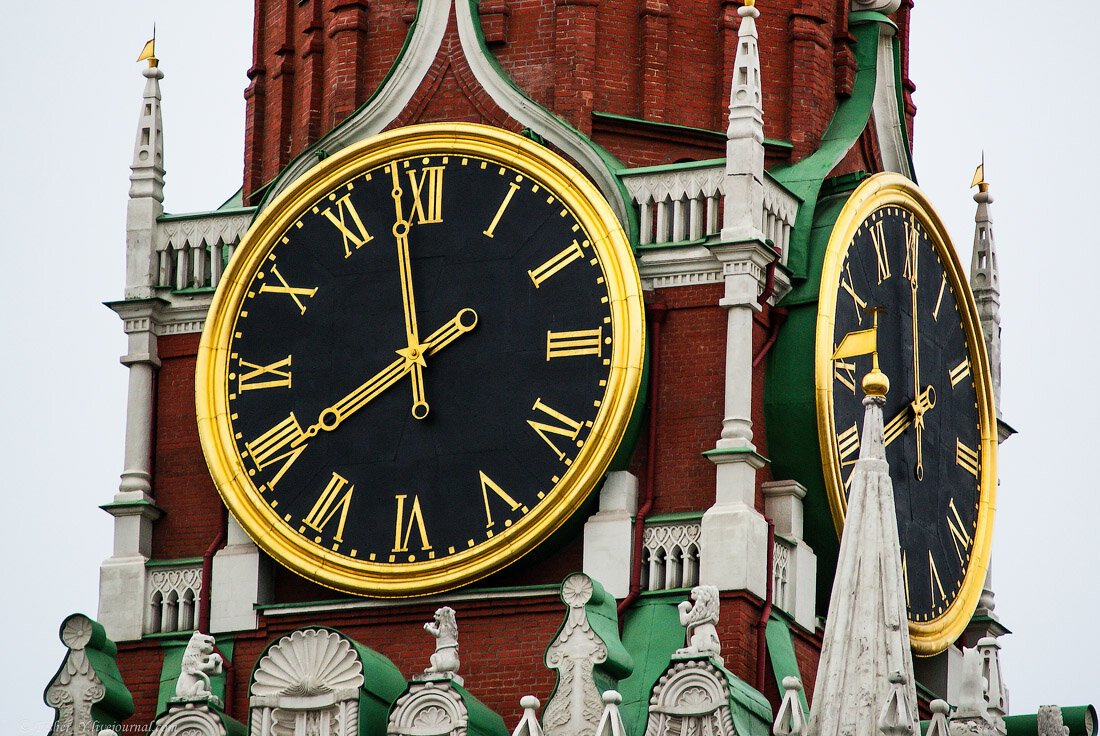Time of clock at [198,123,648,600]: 7:58
